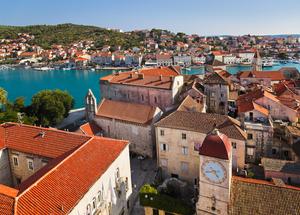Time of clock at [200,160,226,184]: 8:24
